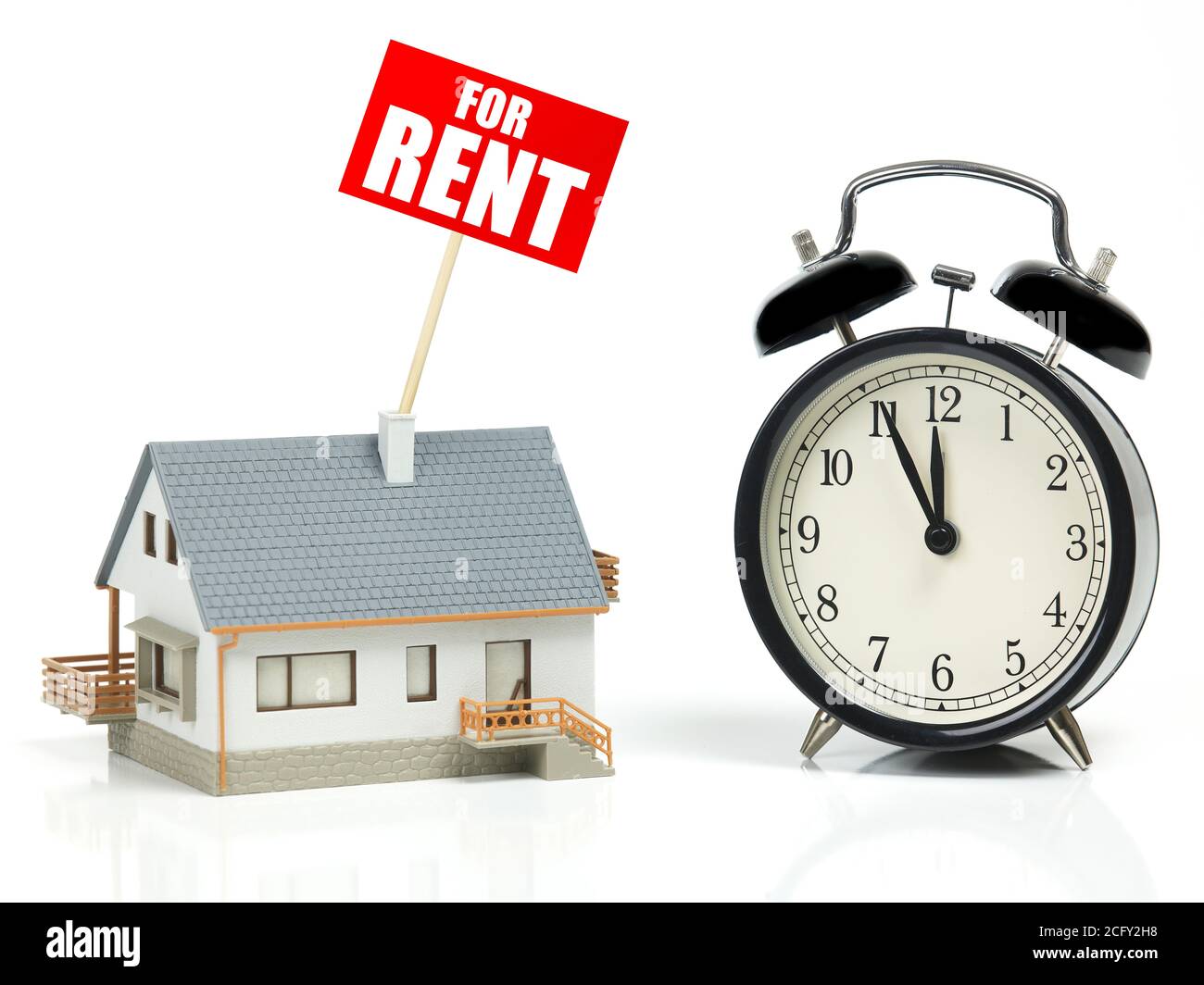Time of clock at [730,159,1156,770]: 11:55
